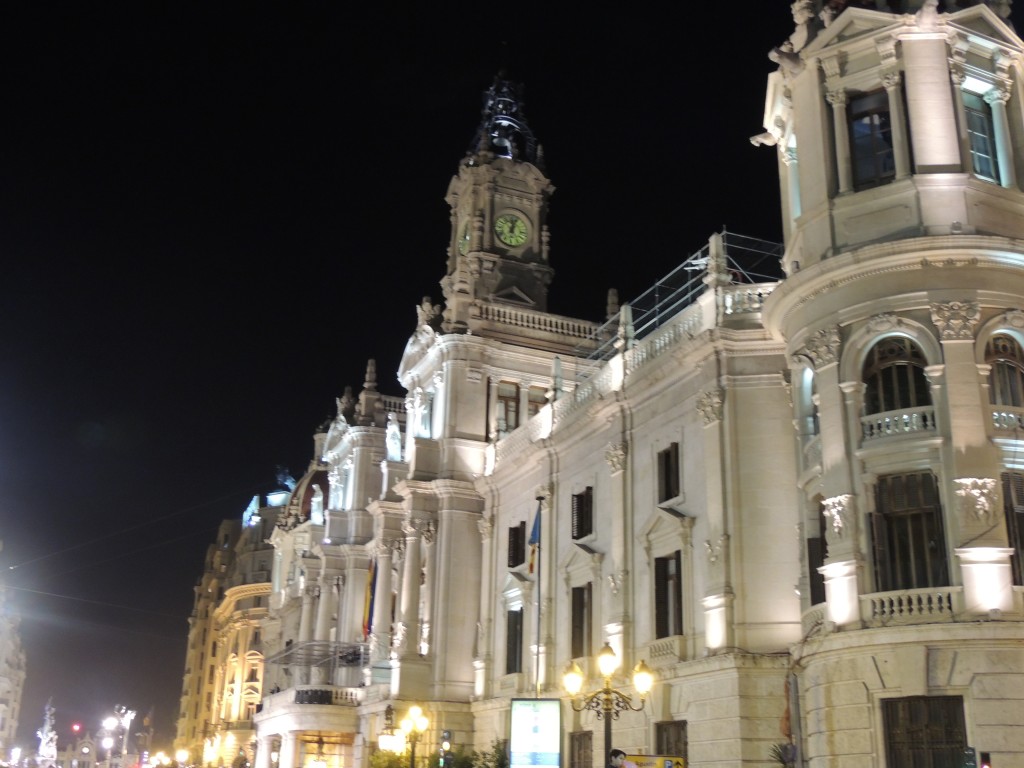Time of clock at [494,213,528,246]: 12:03
